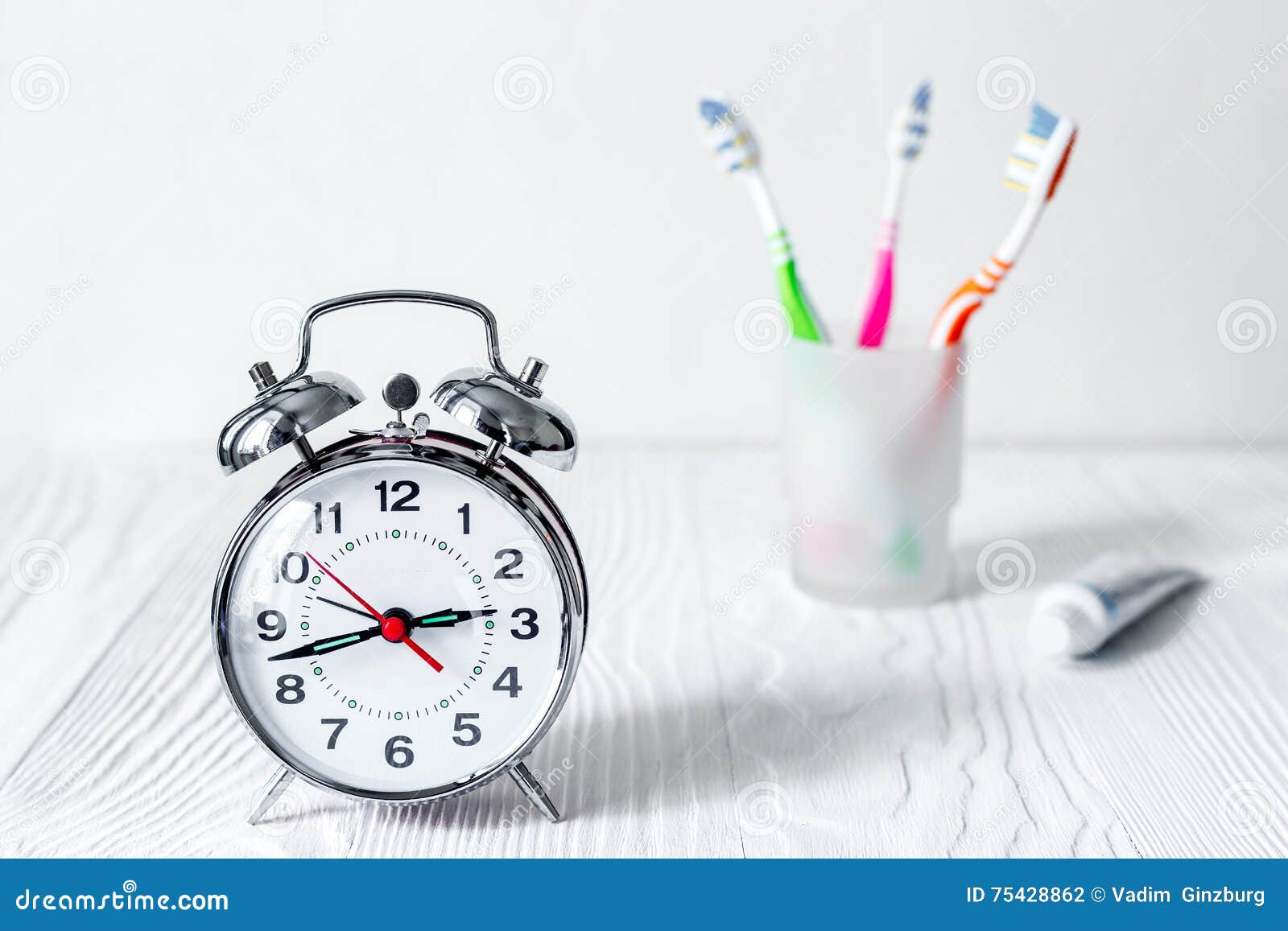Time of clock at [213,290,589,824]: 2:42
